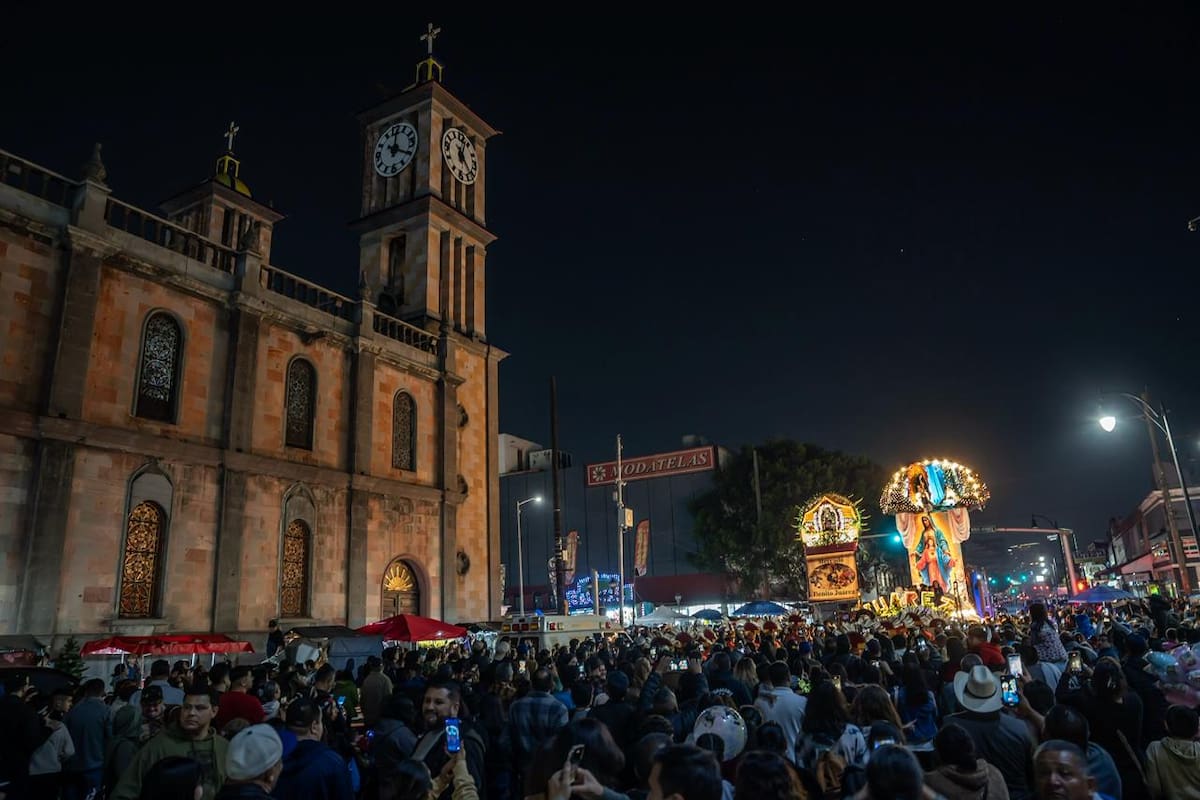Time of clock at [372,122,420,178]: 12:19
